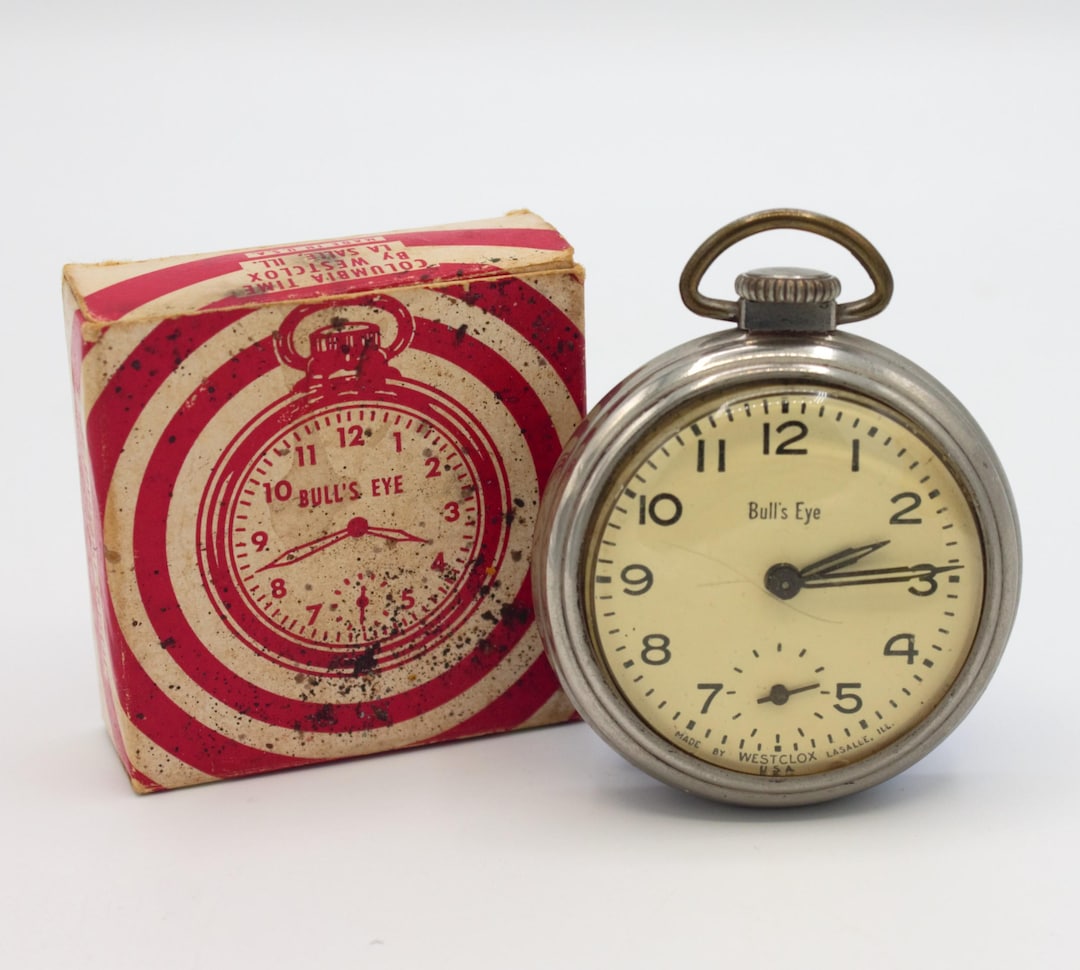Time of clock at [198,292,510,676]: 3:42
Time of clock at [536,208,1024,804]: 2:14
